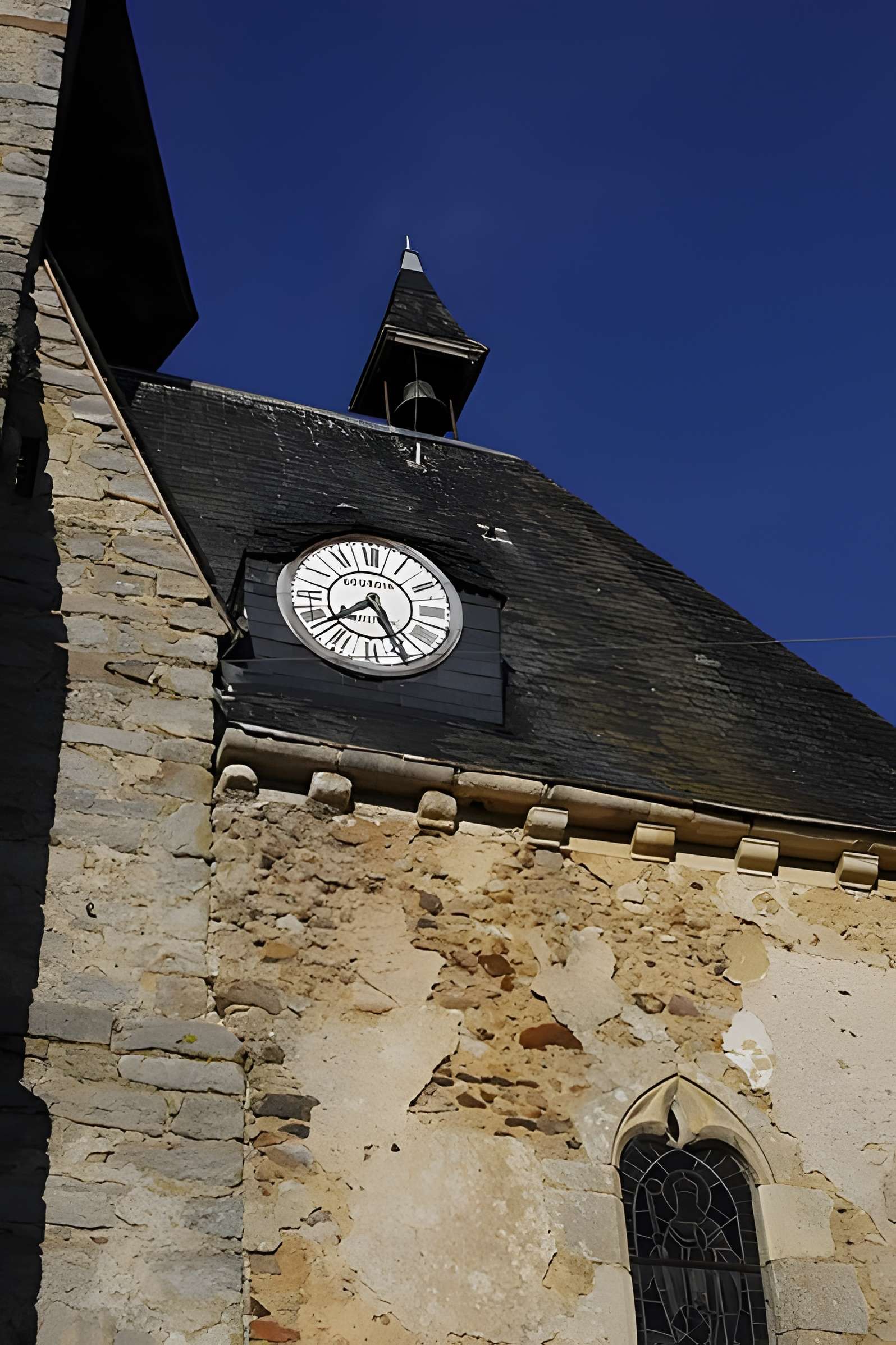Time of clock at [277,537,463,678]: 7:25
